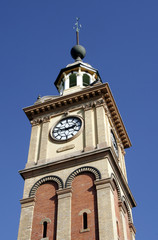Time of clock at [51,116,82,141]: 2:46
